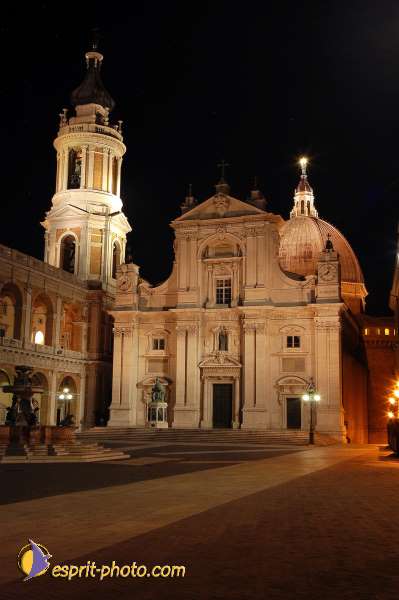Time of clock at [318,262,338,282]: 8:03
